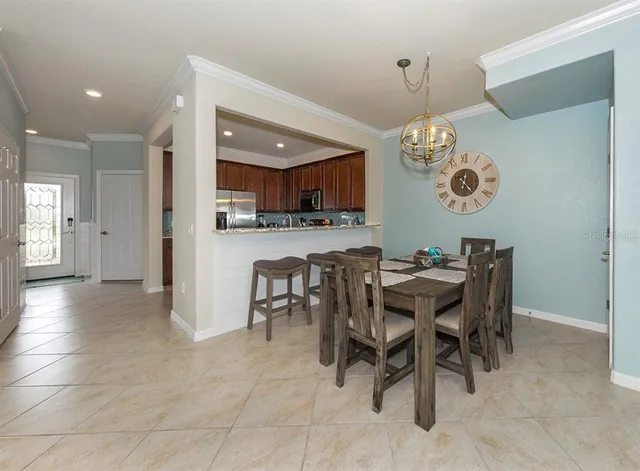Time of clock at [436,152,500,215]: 12:23
